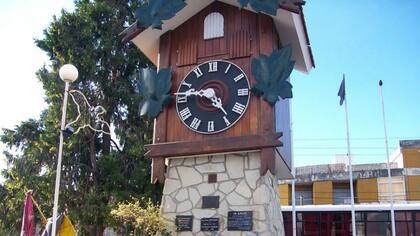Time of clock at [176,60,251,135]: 4:47
